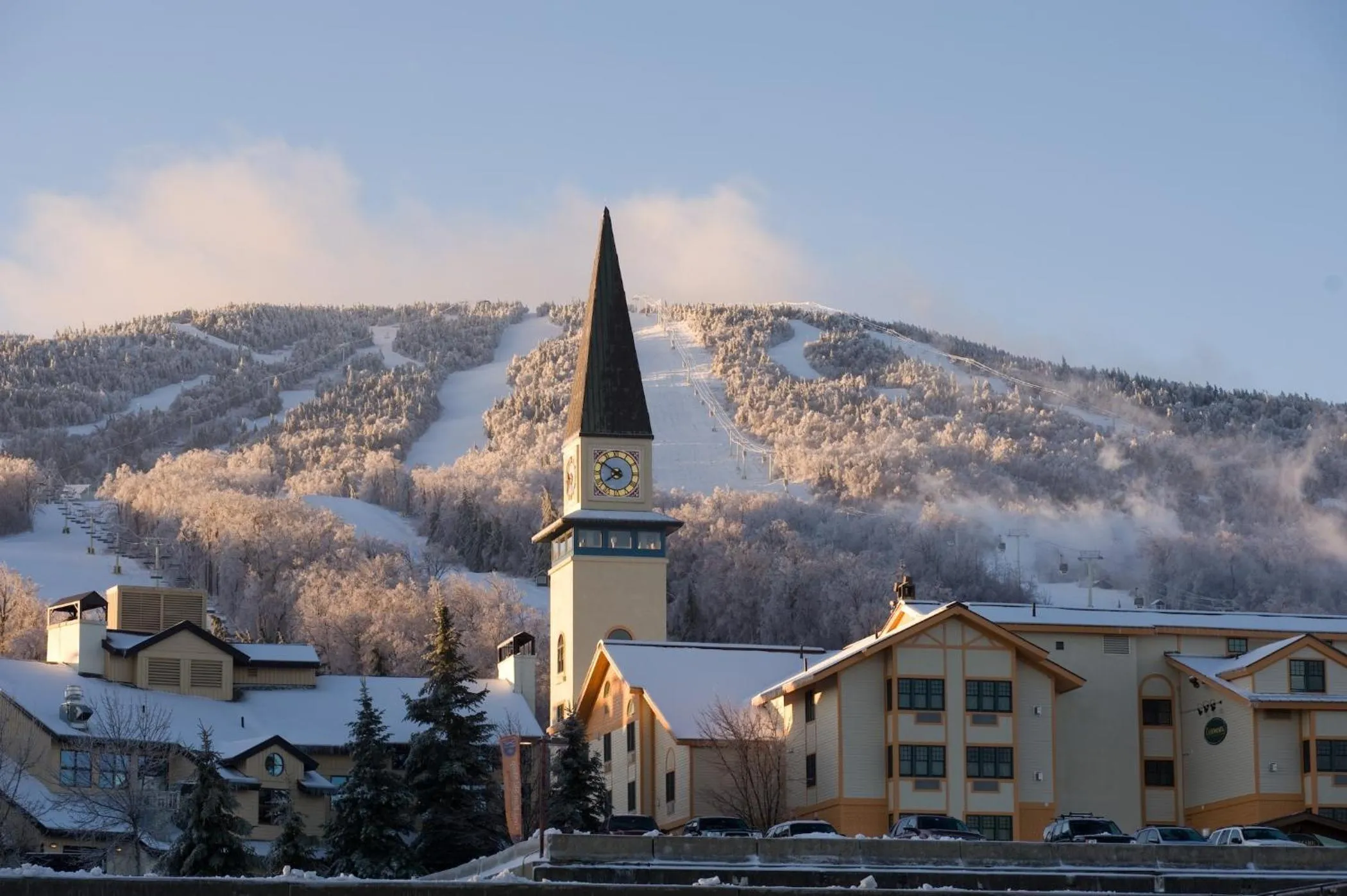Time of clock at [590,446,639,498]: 7:50
